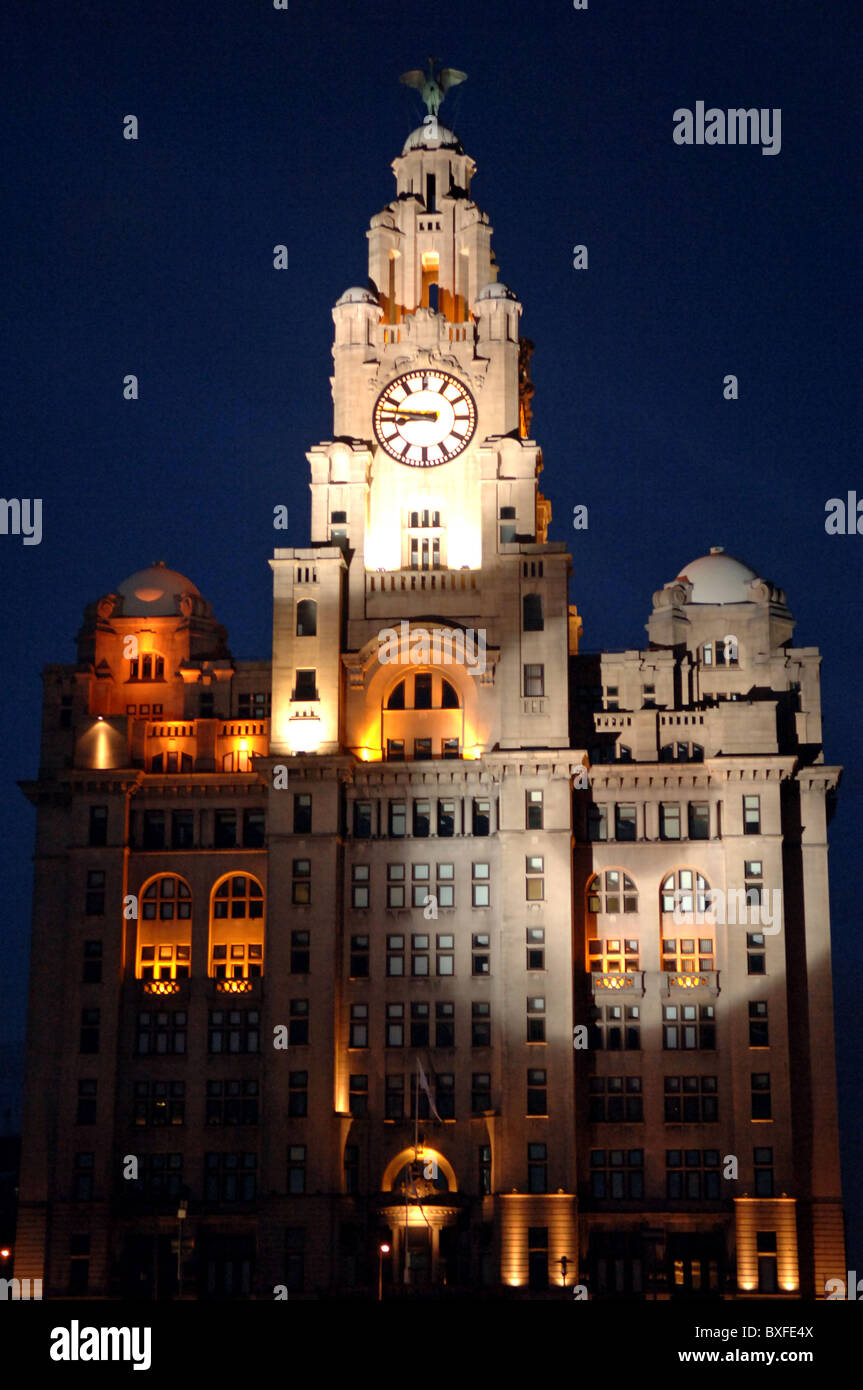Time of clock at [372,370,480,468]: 8:46
